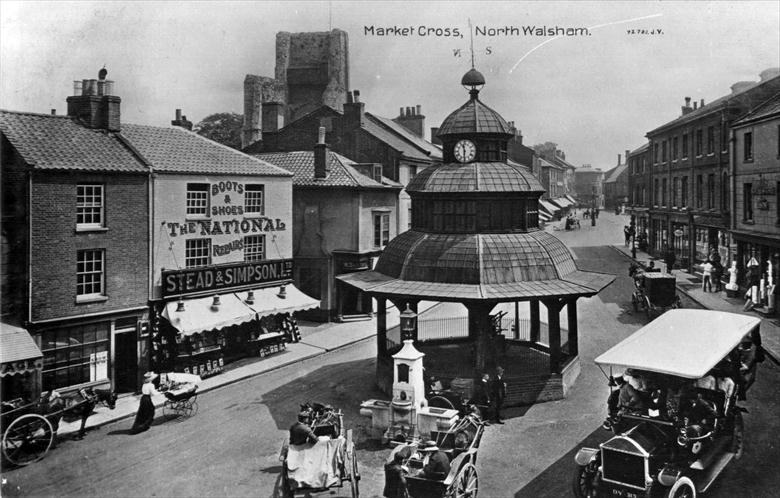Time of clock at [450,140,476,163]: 11:30
